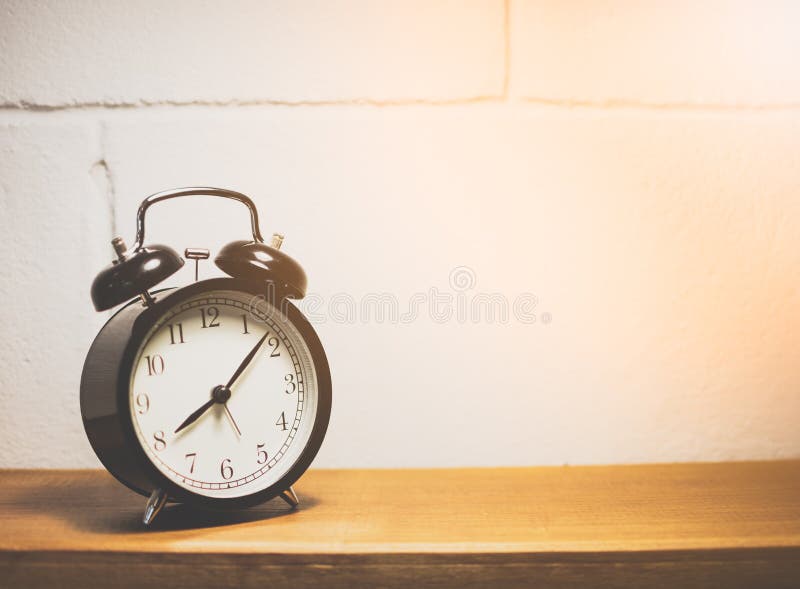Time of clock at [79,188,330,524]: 8:07
